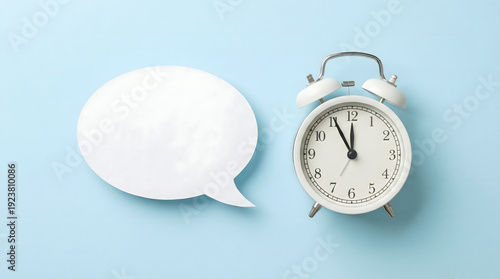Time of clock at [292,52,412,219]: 11:55
